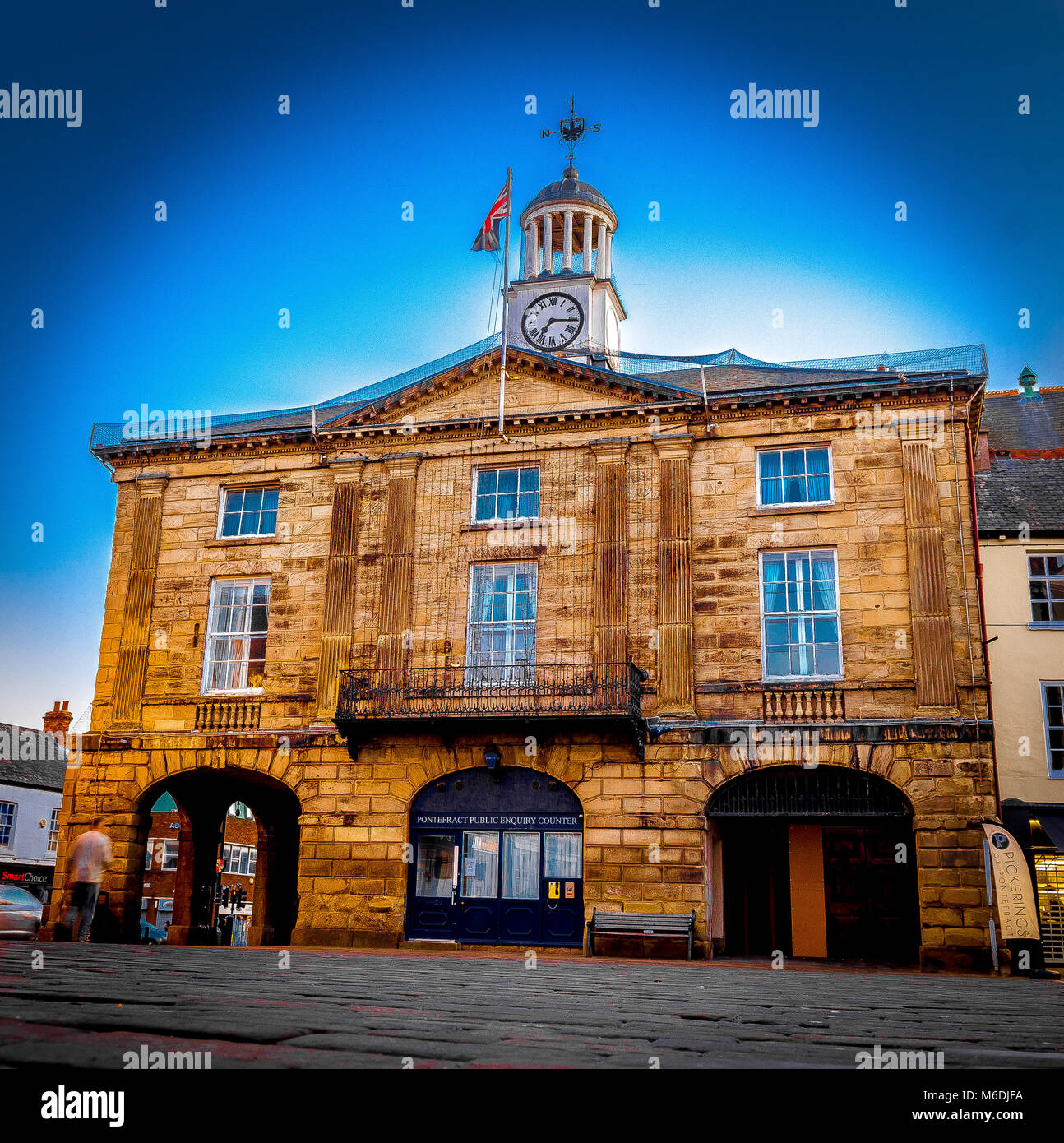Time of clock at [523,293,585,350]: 7:15
